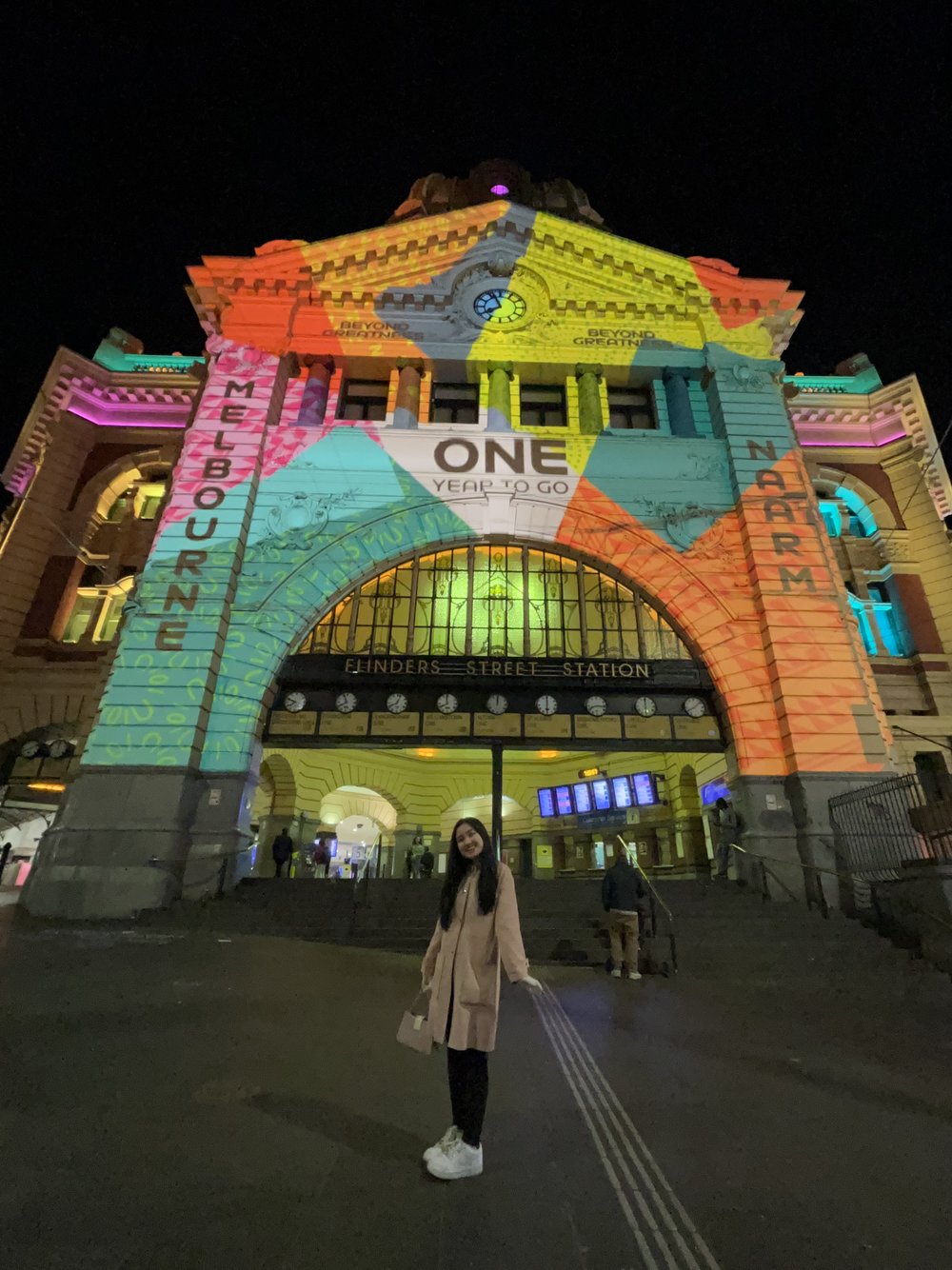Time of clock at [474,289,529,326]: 7:55
